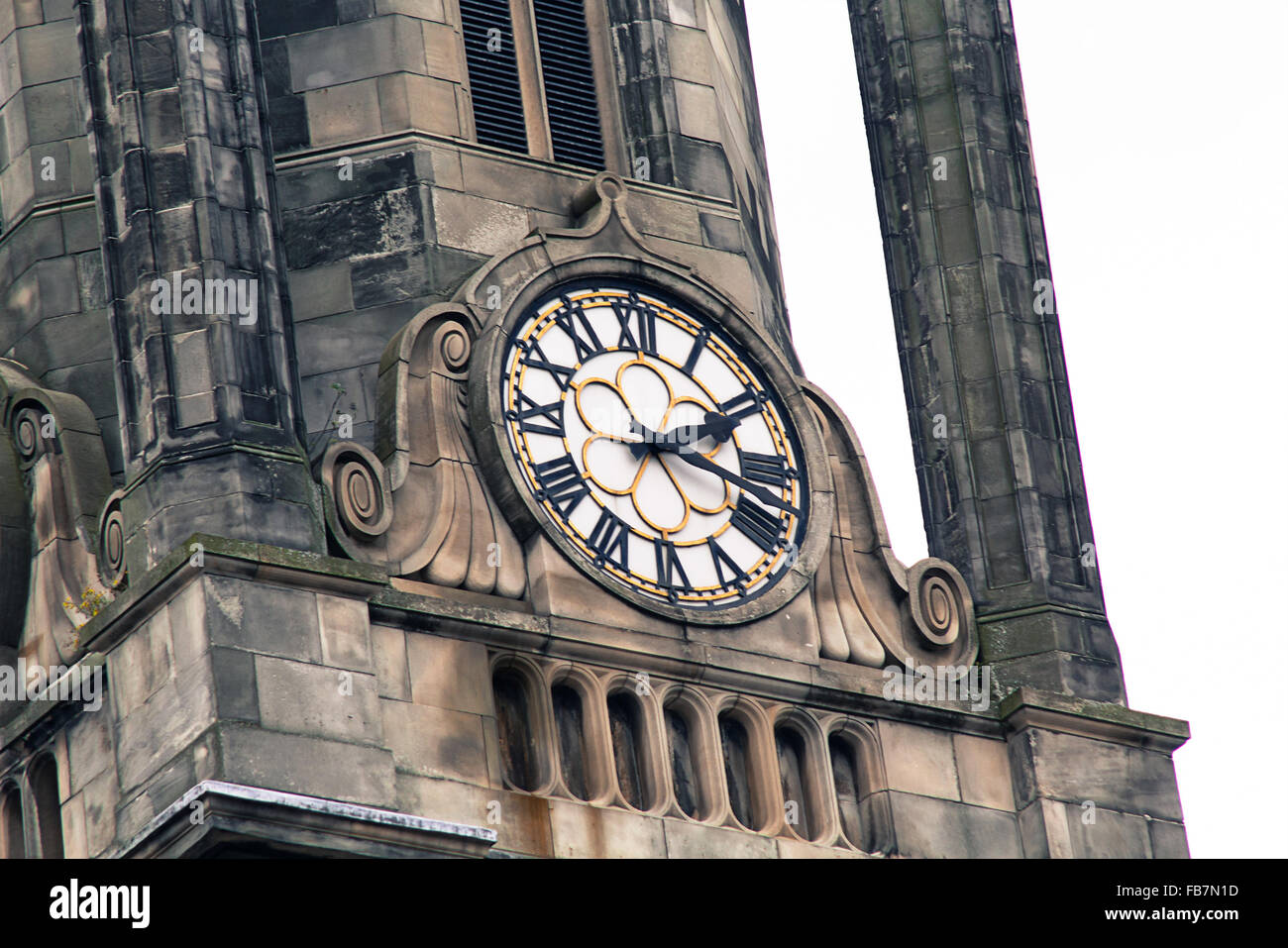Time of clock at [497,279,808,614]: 2:18
